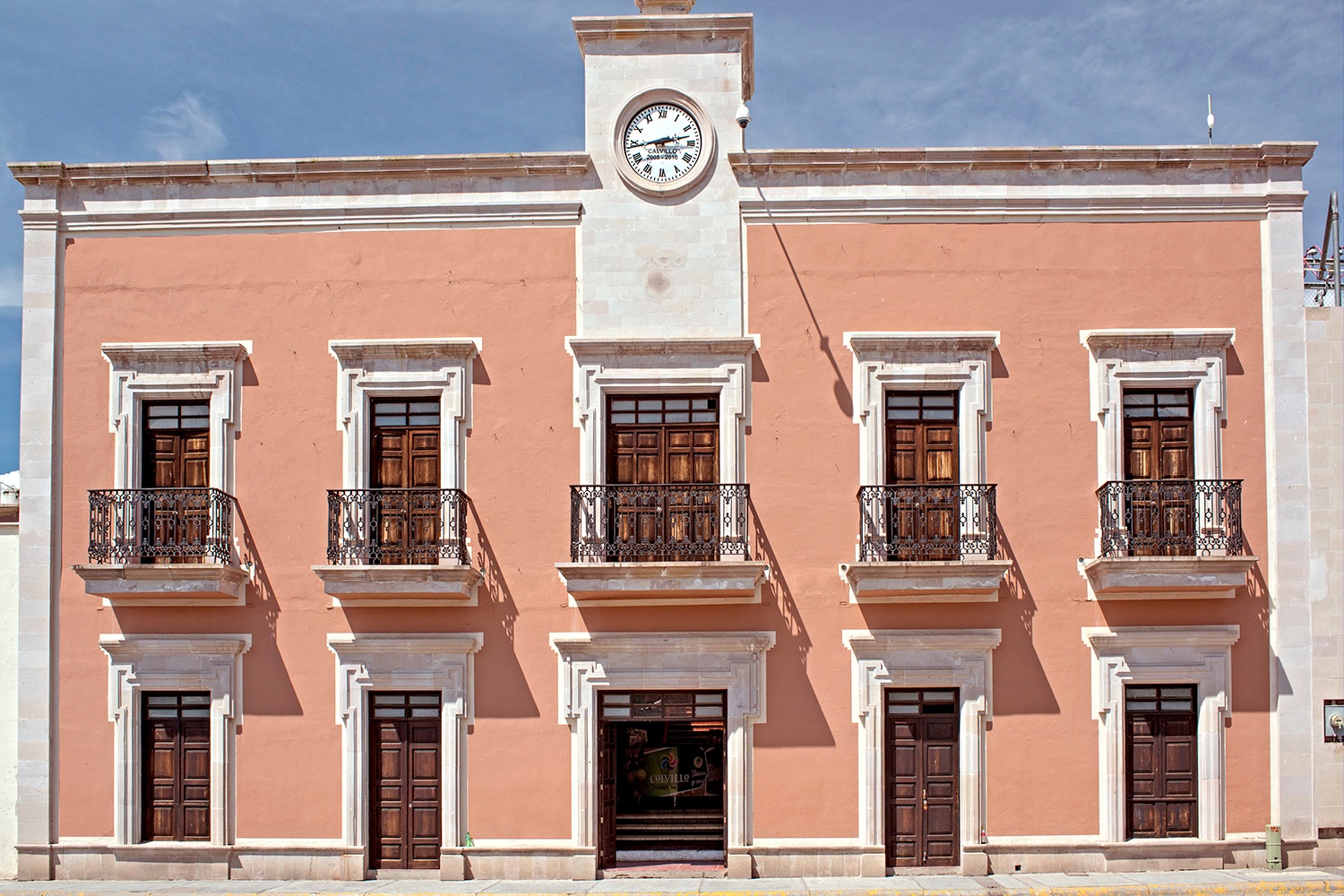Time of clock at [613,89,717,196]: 2:43
